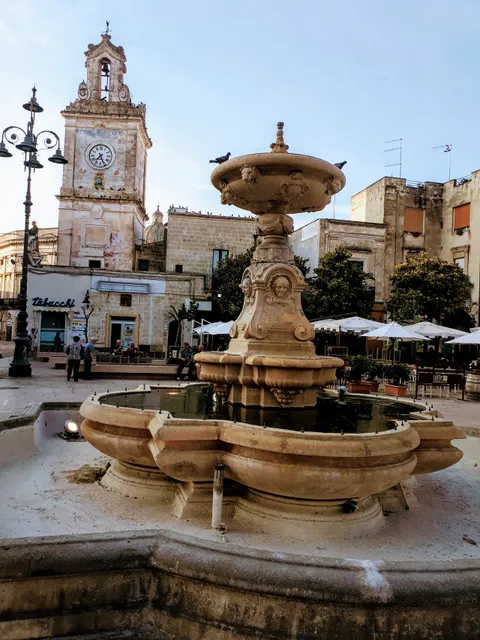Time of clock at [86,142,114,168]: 7:25
